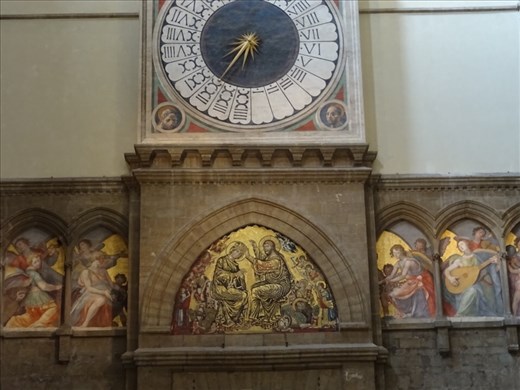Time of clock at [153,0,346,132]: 7:34
